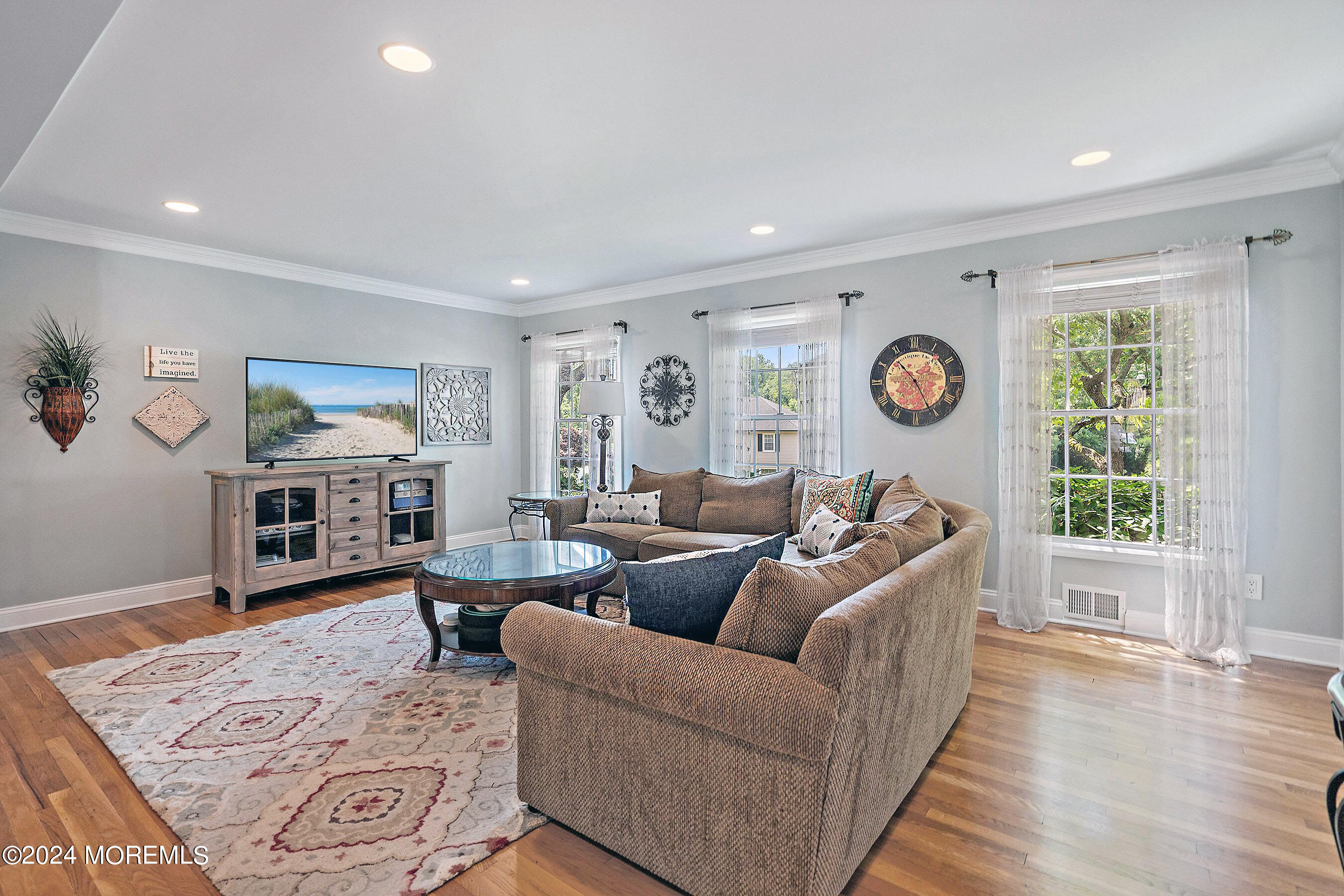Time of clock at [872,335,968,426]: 10:25
